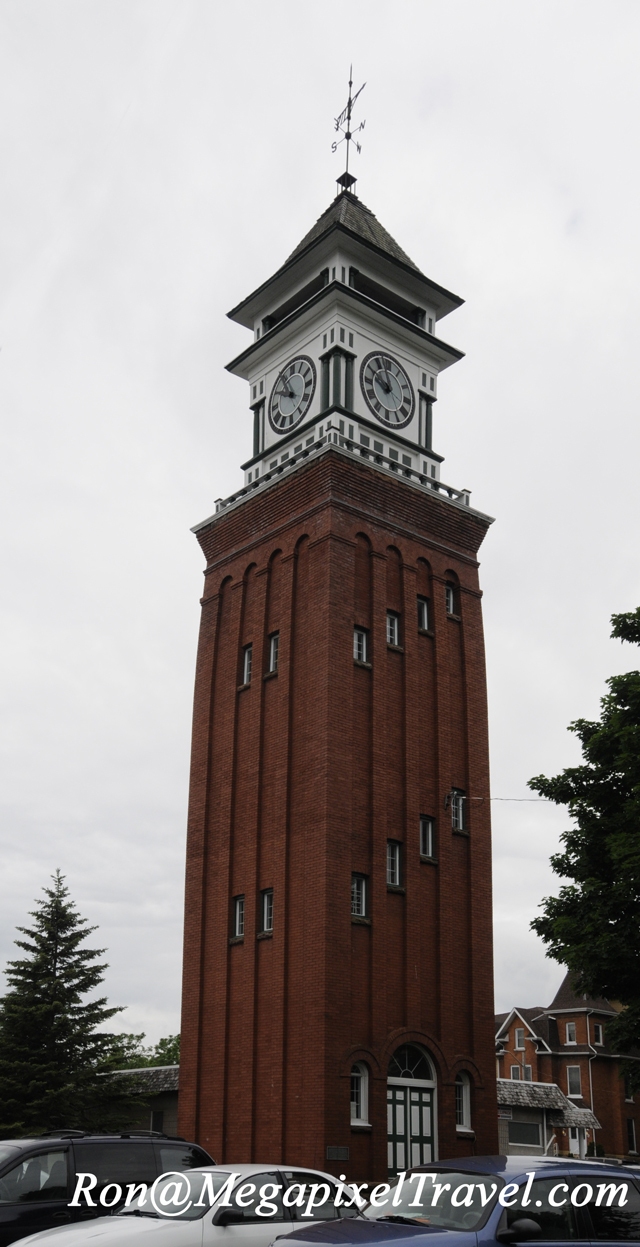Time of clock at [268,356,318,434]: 9:54
